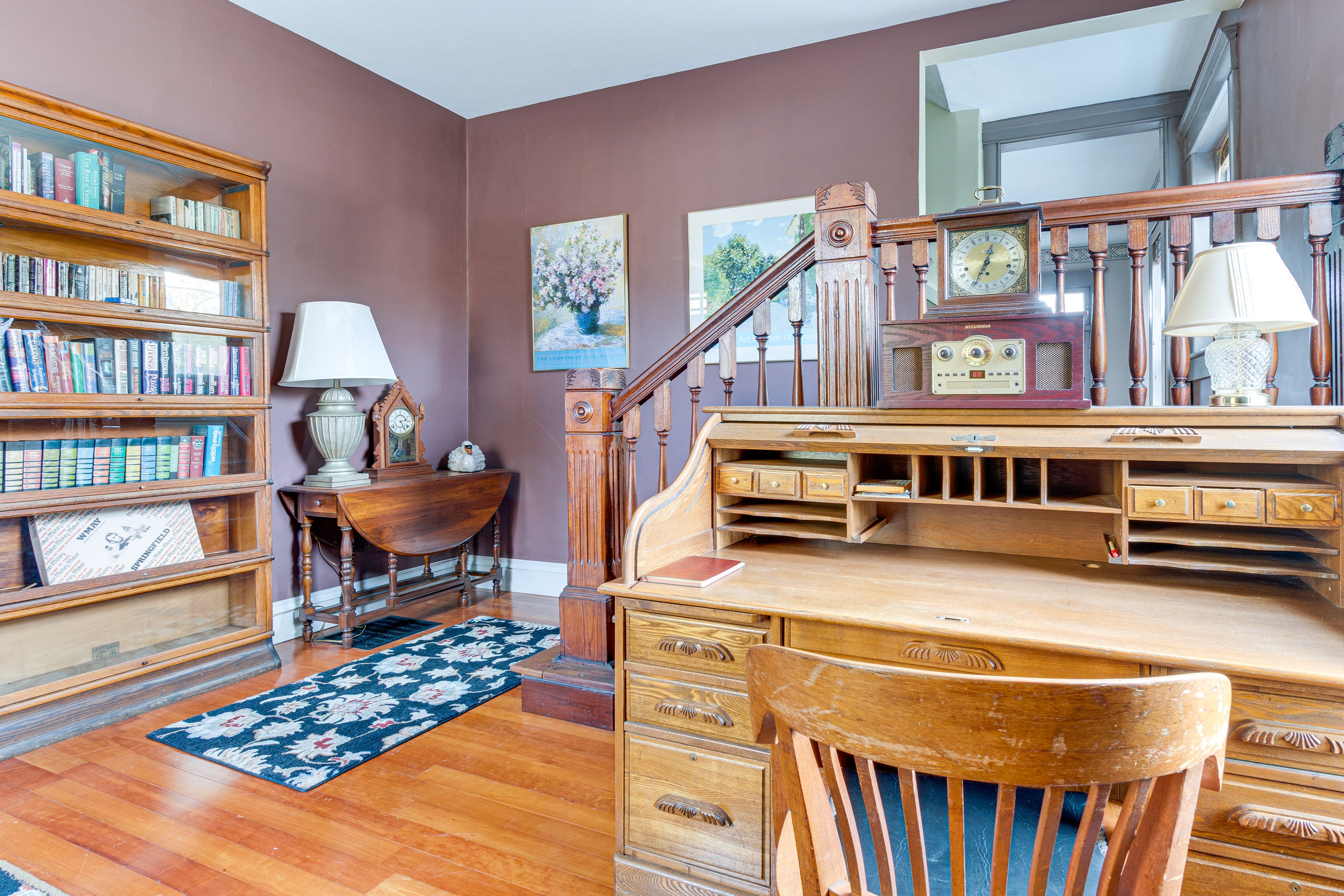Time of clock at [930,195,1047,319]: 12:34
